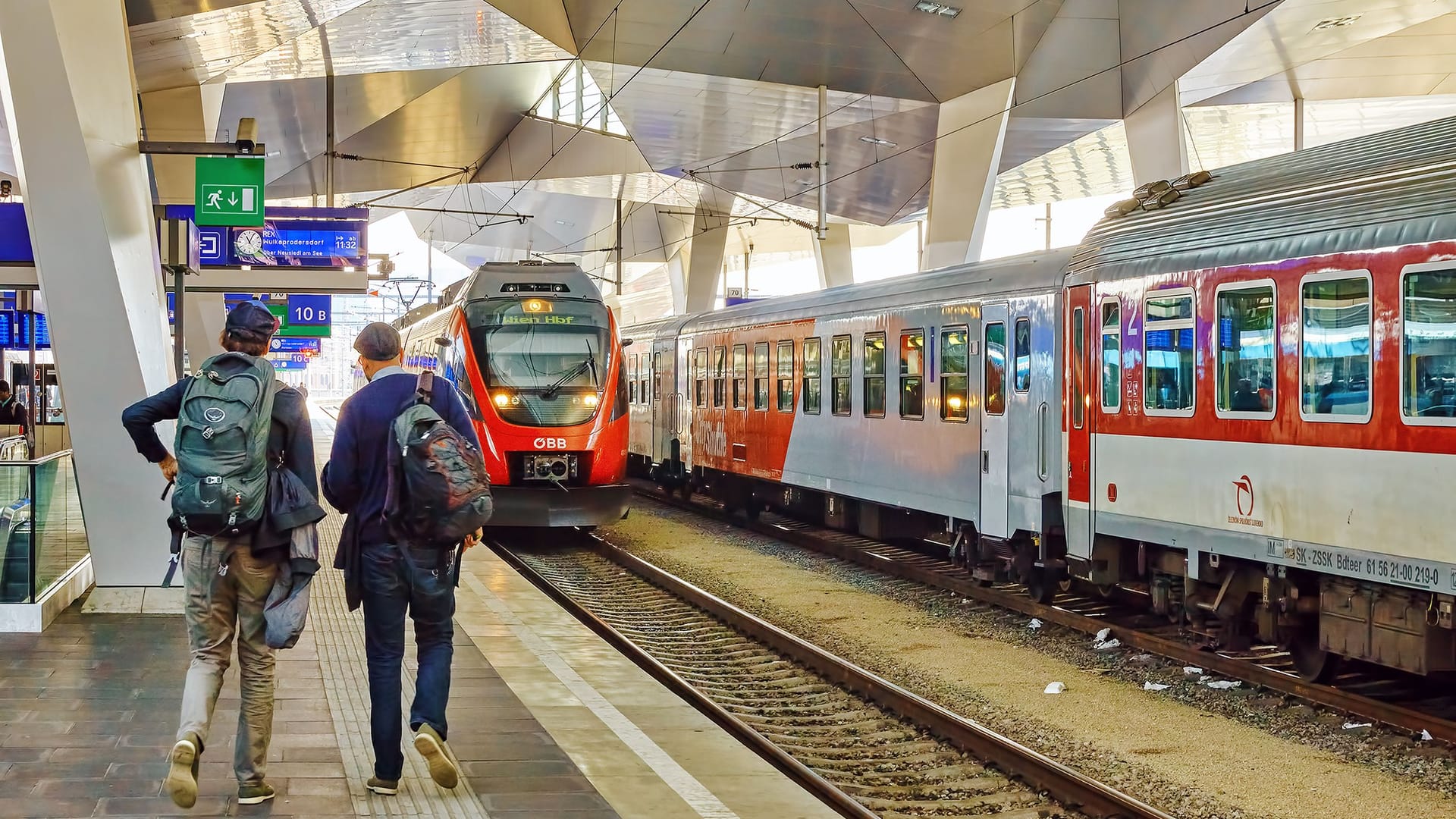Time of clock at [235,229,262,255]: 11:04
